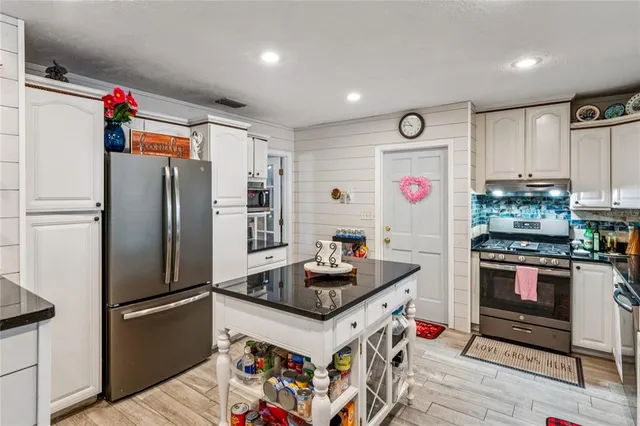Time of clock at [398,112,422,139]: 10:46
